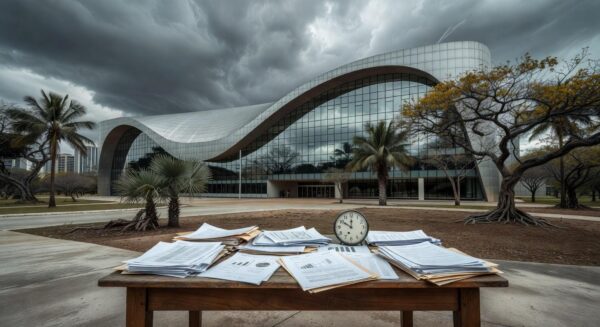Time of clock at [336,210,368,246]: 11:50
